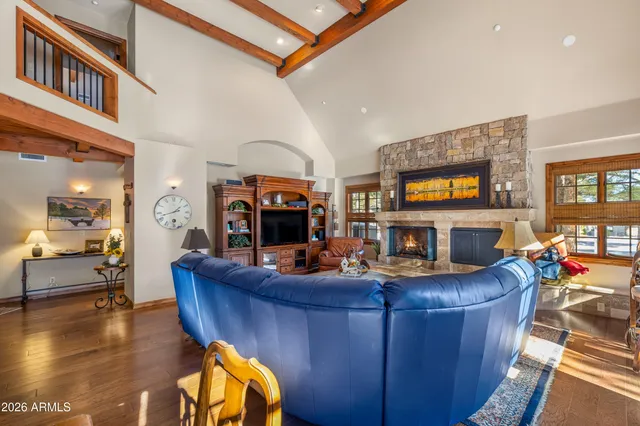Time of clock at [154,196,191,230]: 1:42
